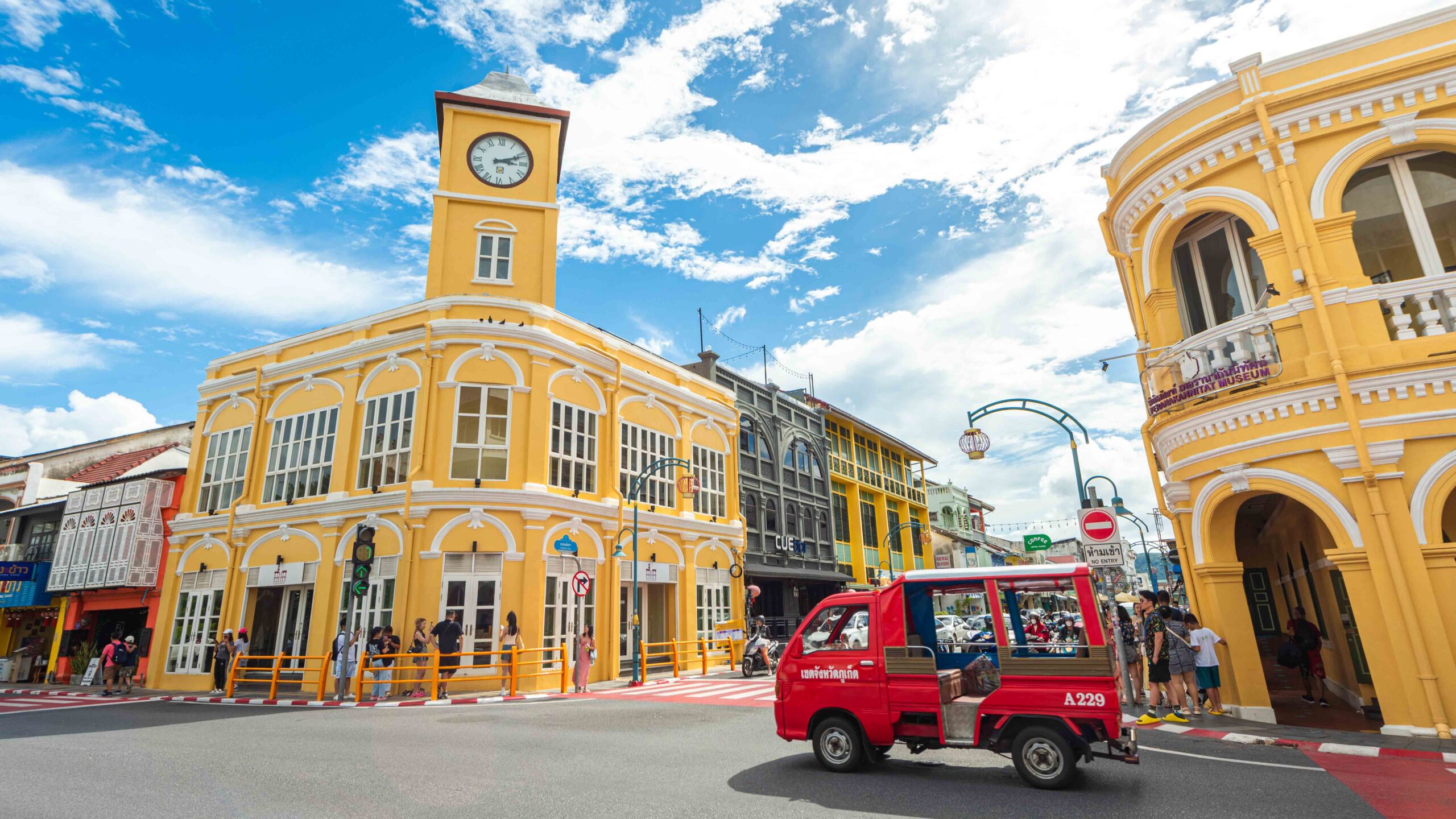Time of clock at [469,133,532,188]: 3:11
